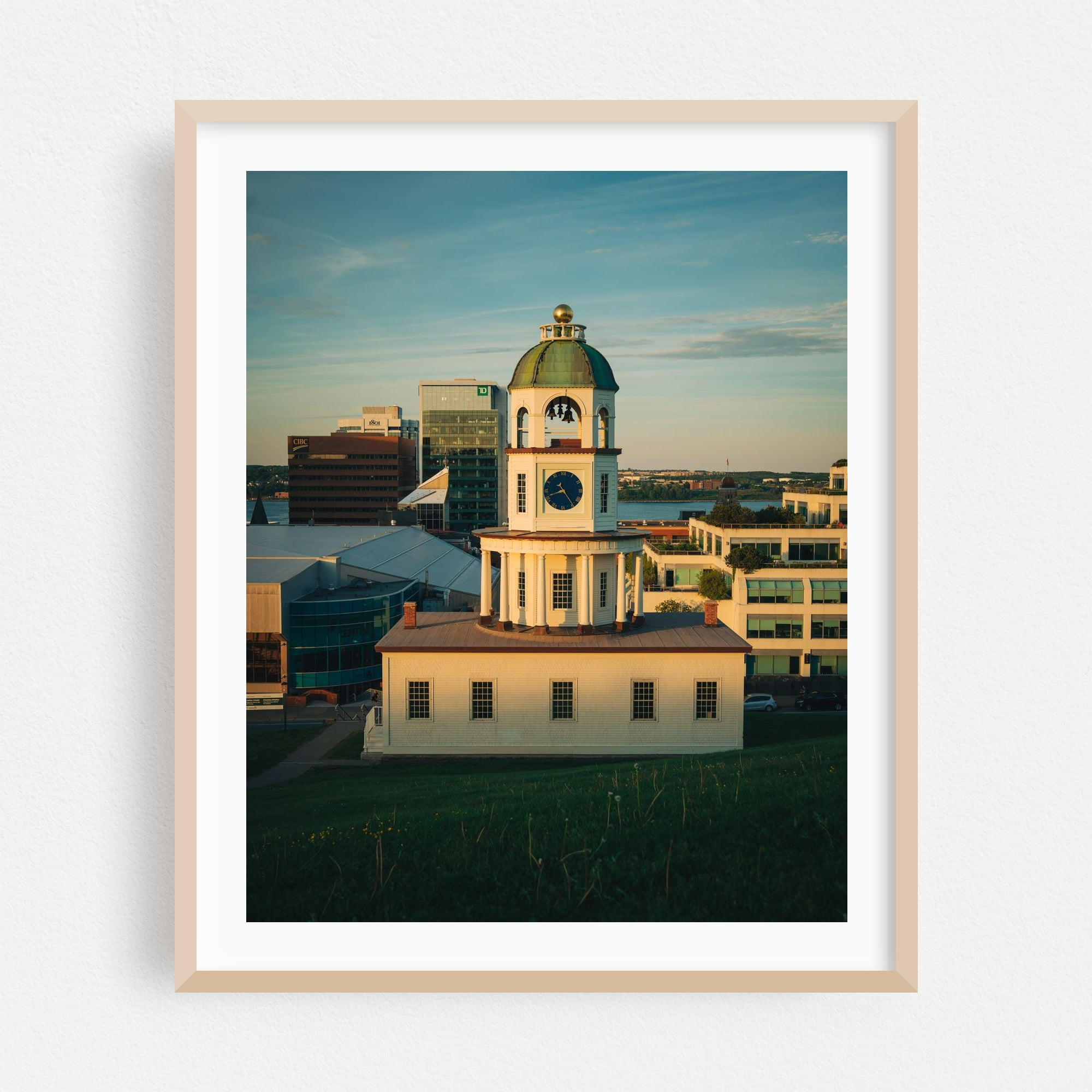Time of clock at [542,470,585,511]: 8:24
